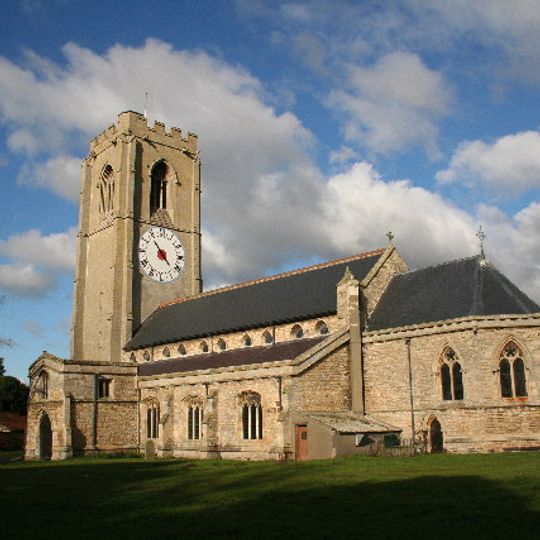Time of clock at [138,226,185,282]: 10:22
